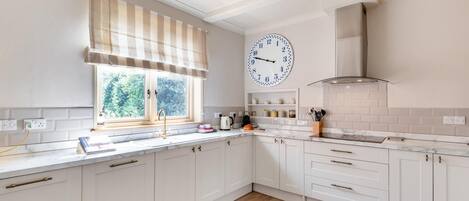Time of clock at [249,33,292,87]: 9:47
